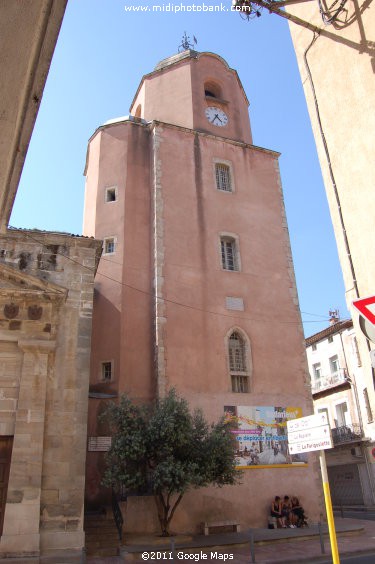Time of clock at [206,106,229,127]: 4:35
